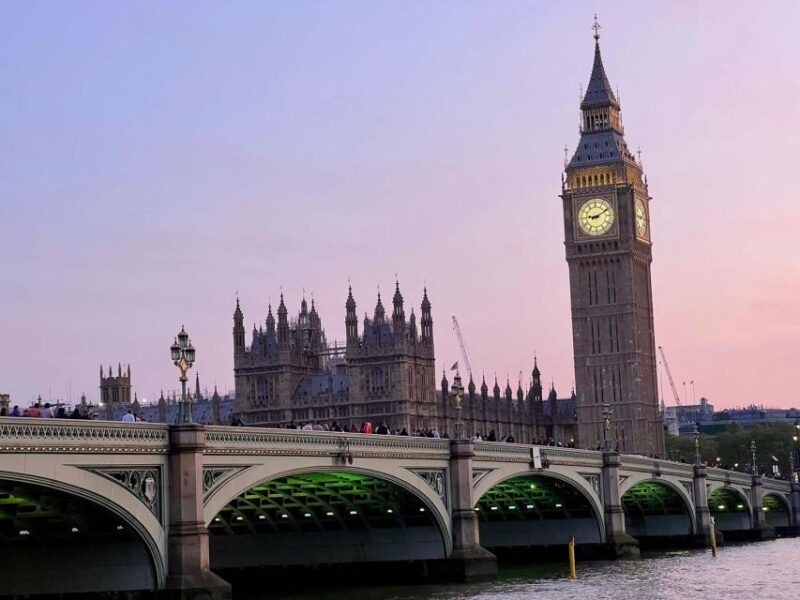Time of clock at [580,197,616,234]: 9:10
